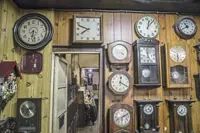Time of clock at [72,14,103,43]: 7:48
